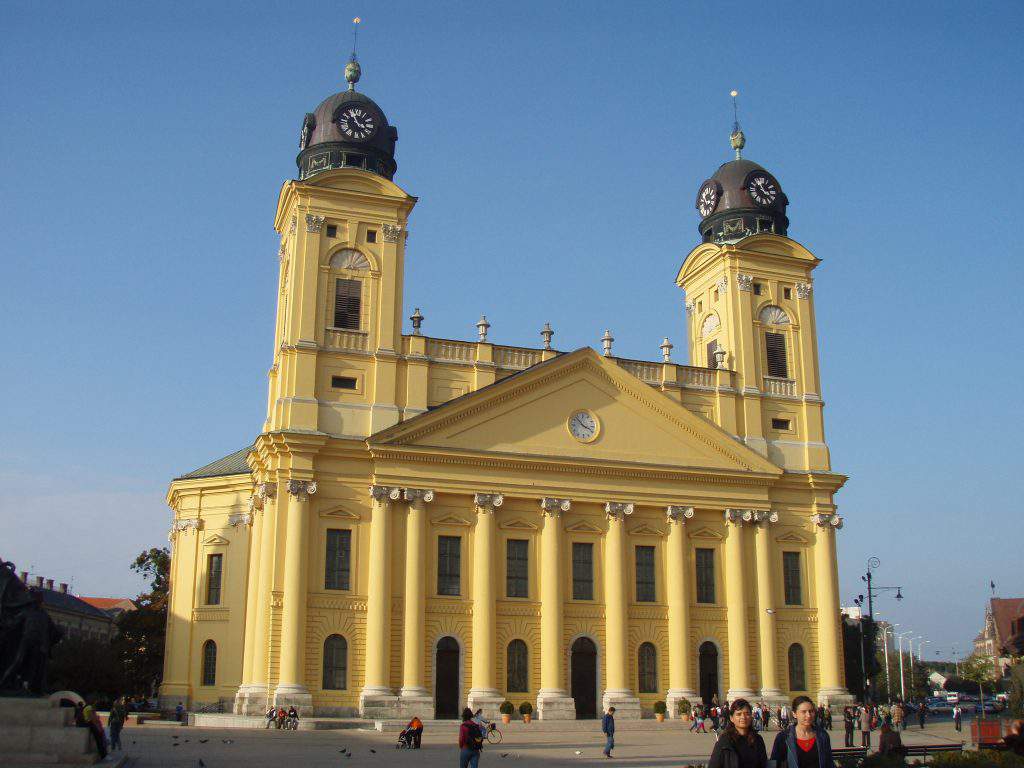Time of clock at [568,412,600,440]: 3:52
